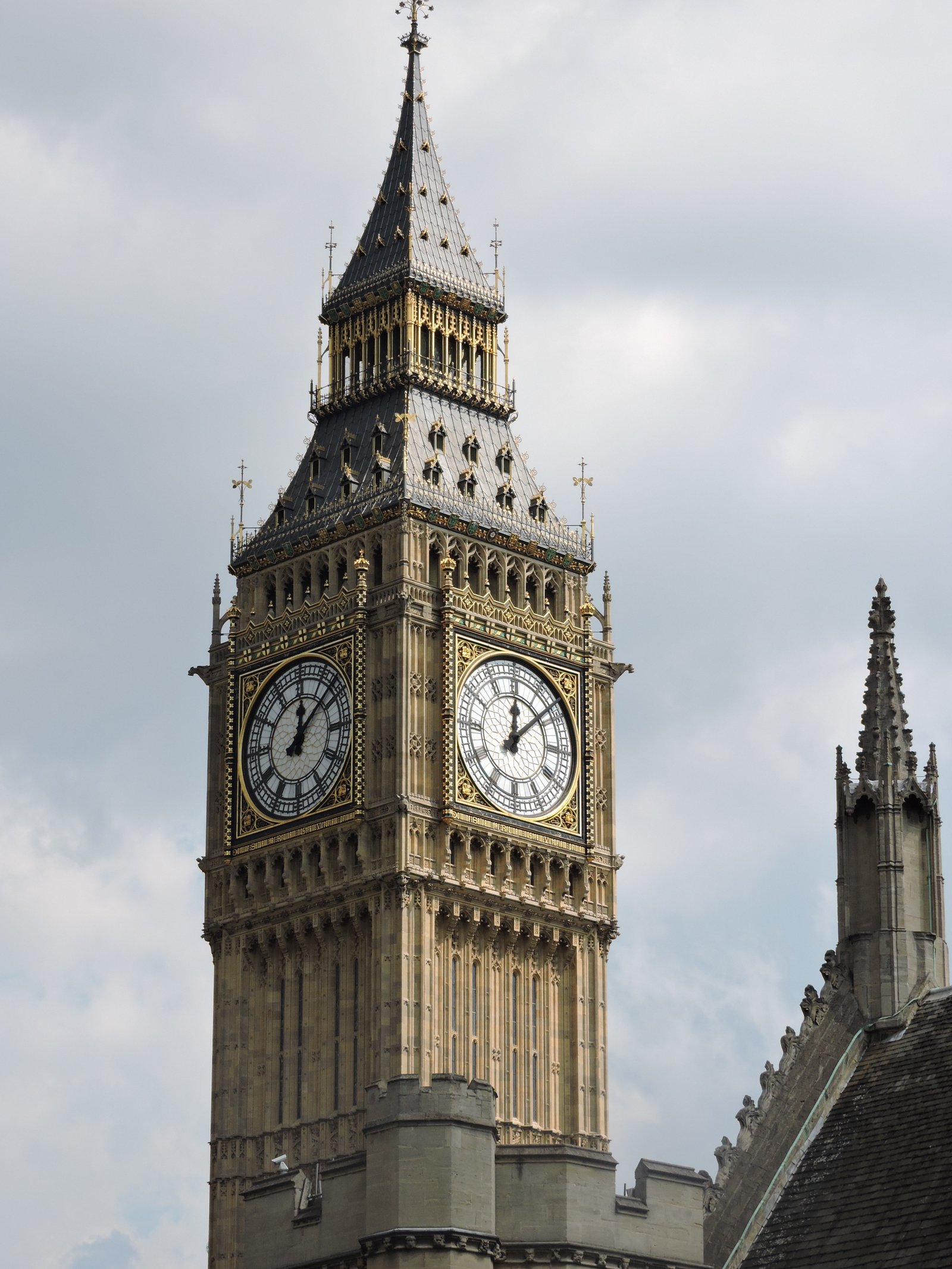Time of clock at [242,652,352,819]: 12:07
